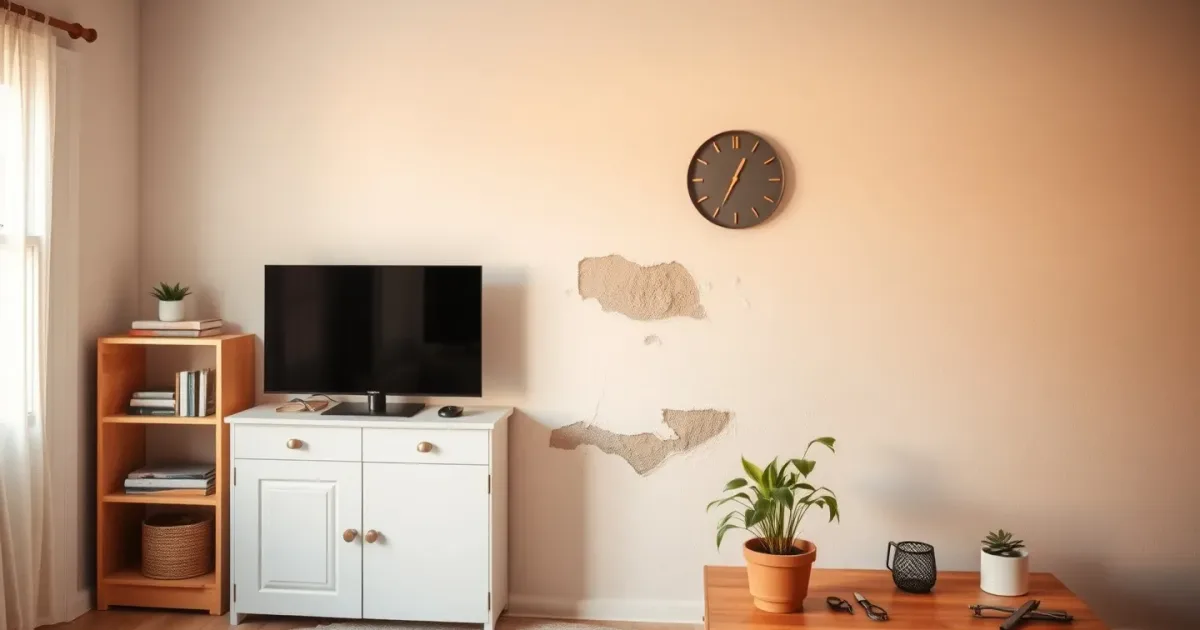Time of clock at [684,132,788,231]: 12:34
